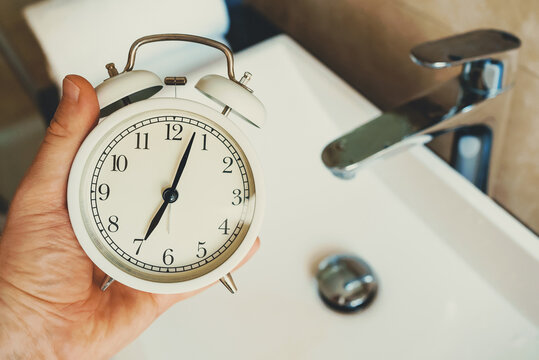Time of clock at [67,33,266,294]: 7:03
